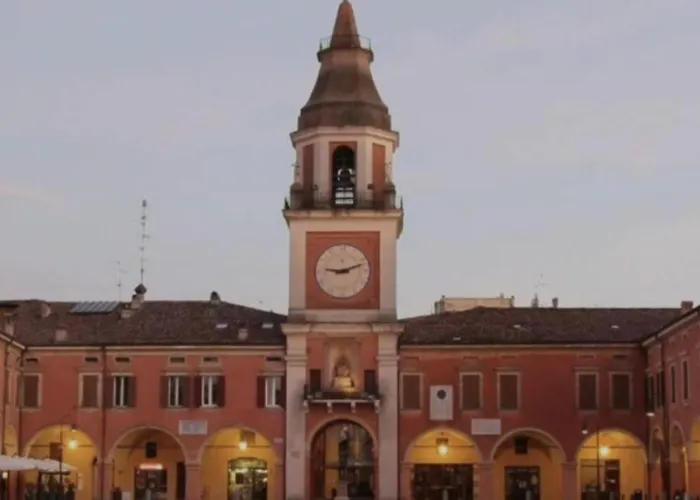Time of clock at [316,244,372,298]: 9:12
